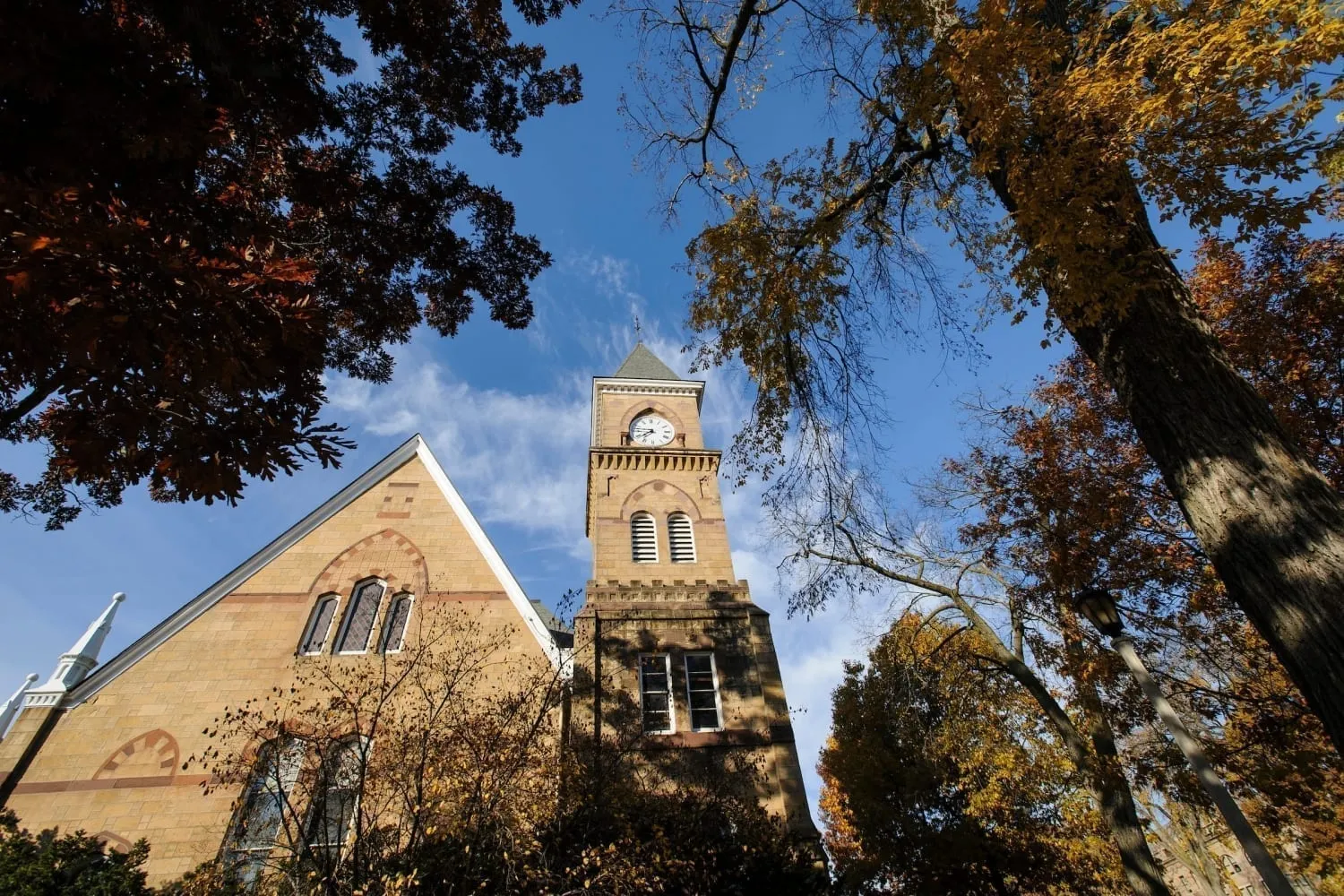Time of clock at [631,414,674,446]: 7:46
